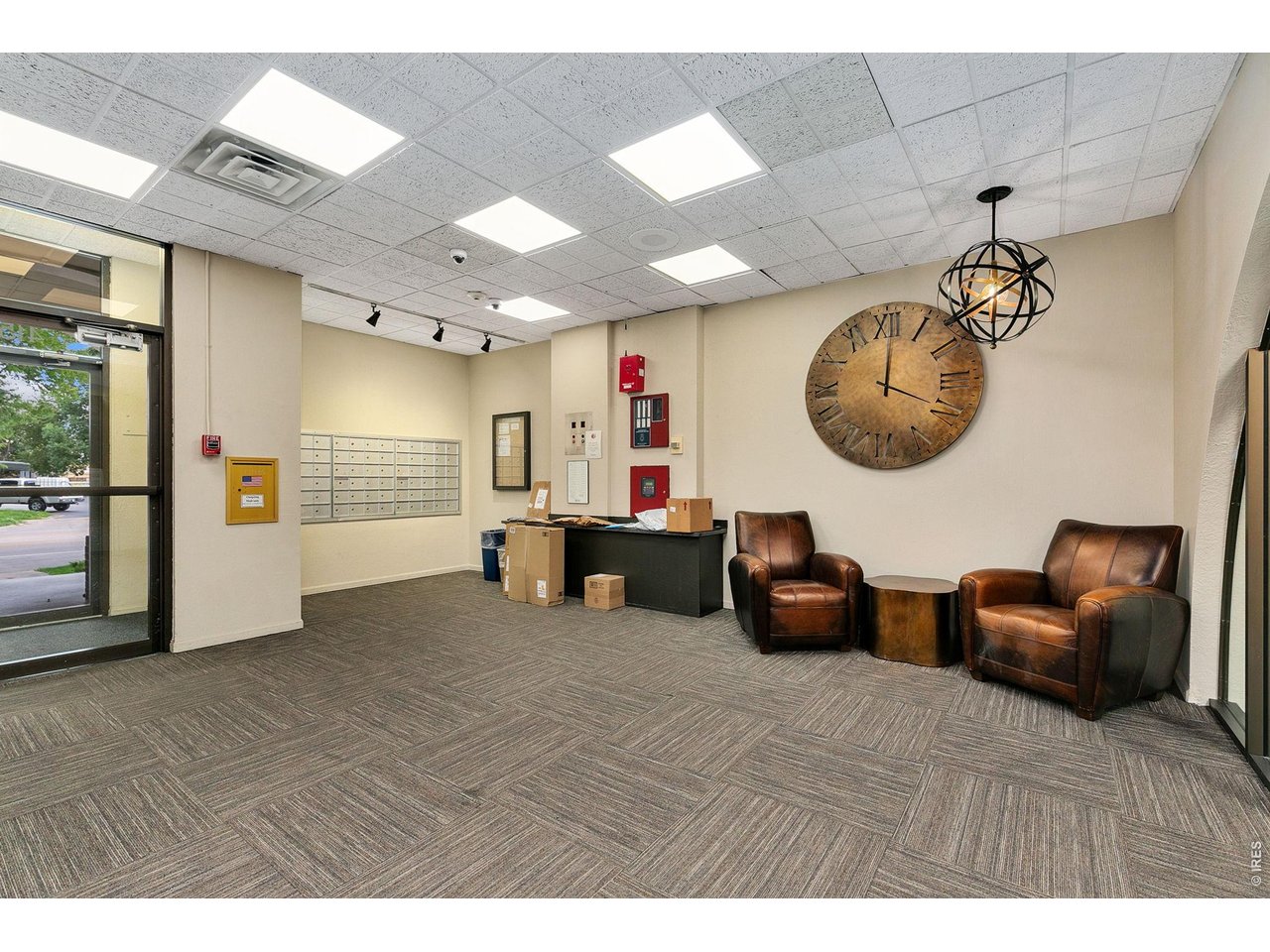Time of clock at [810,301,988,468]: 4:00
